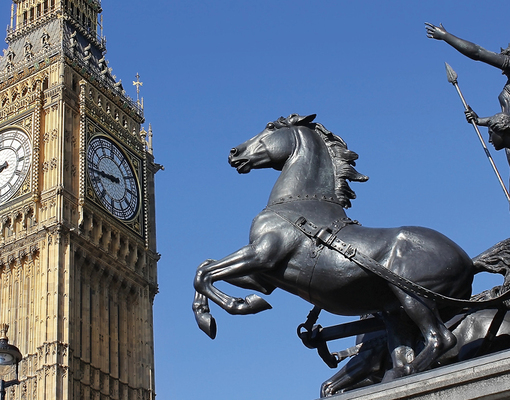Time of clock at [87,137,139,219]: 8:43
